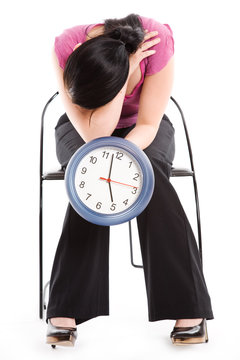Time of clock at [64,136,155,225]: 4:58
